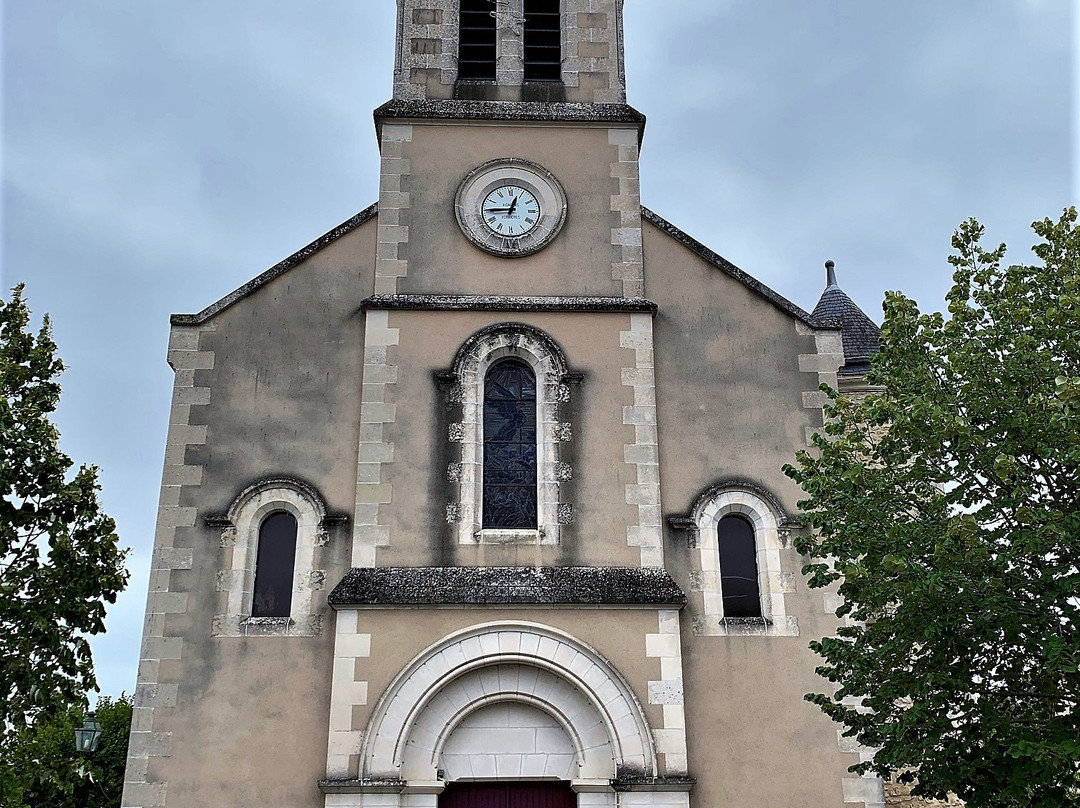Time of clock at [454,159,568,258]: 12:44
